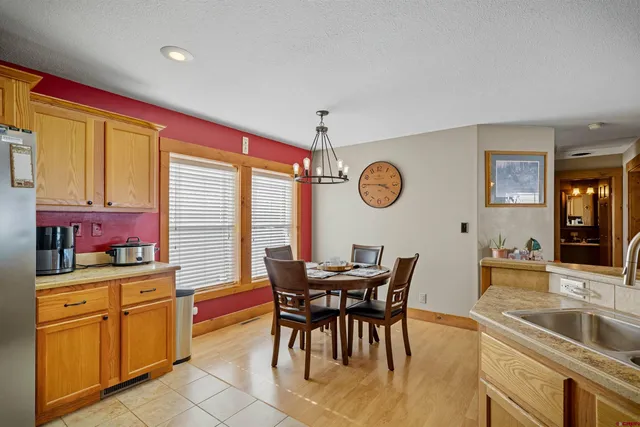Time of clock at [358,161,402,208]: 3:45
